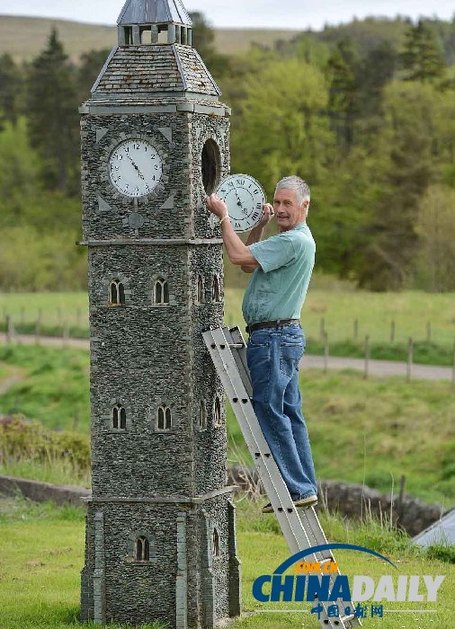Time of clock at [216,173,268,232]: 4:56
